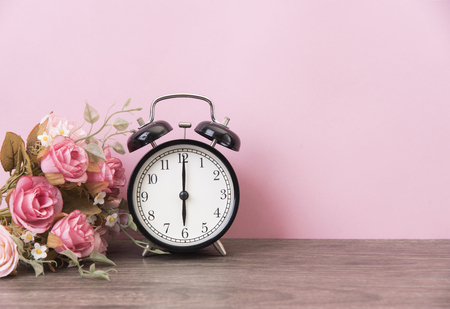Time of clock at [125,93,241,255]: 6:00
